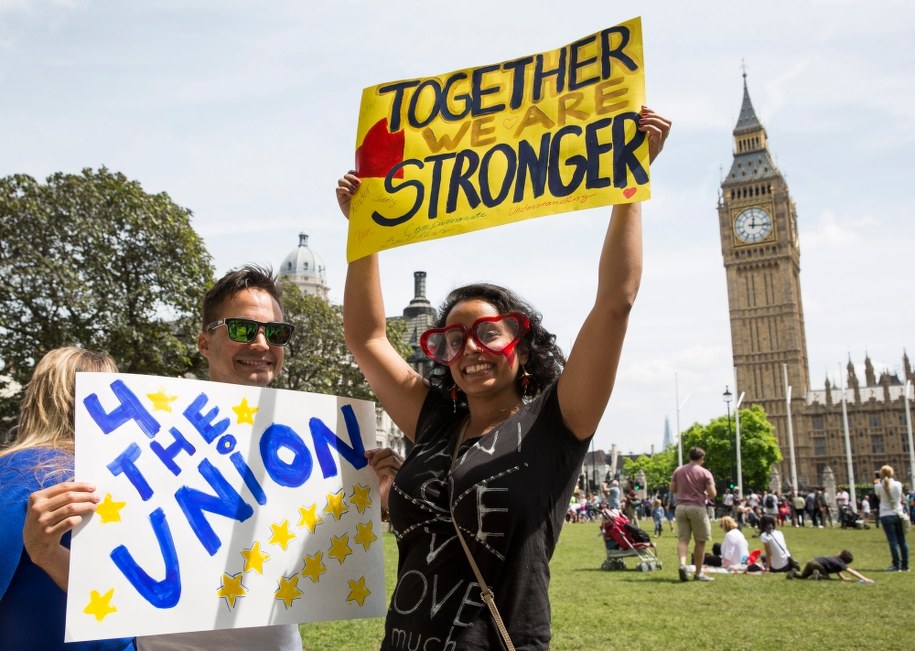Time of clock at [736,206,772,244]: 12:16
